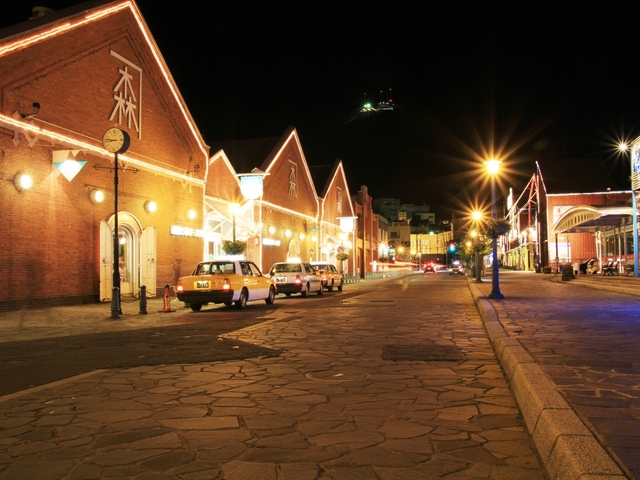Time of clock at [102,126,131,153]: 8:46
